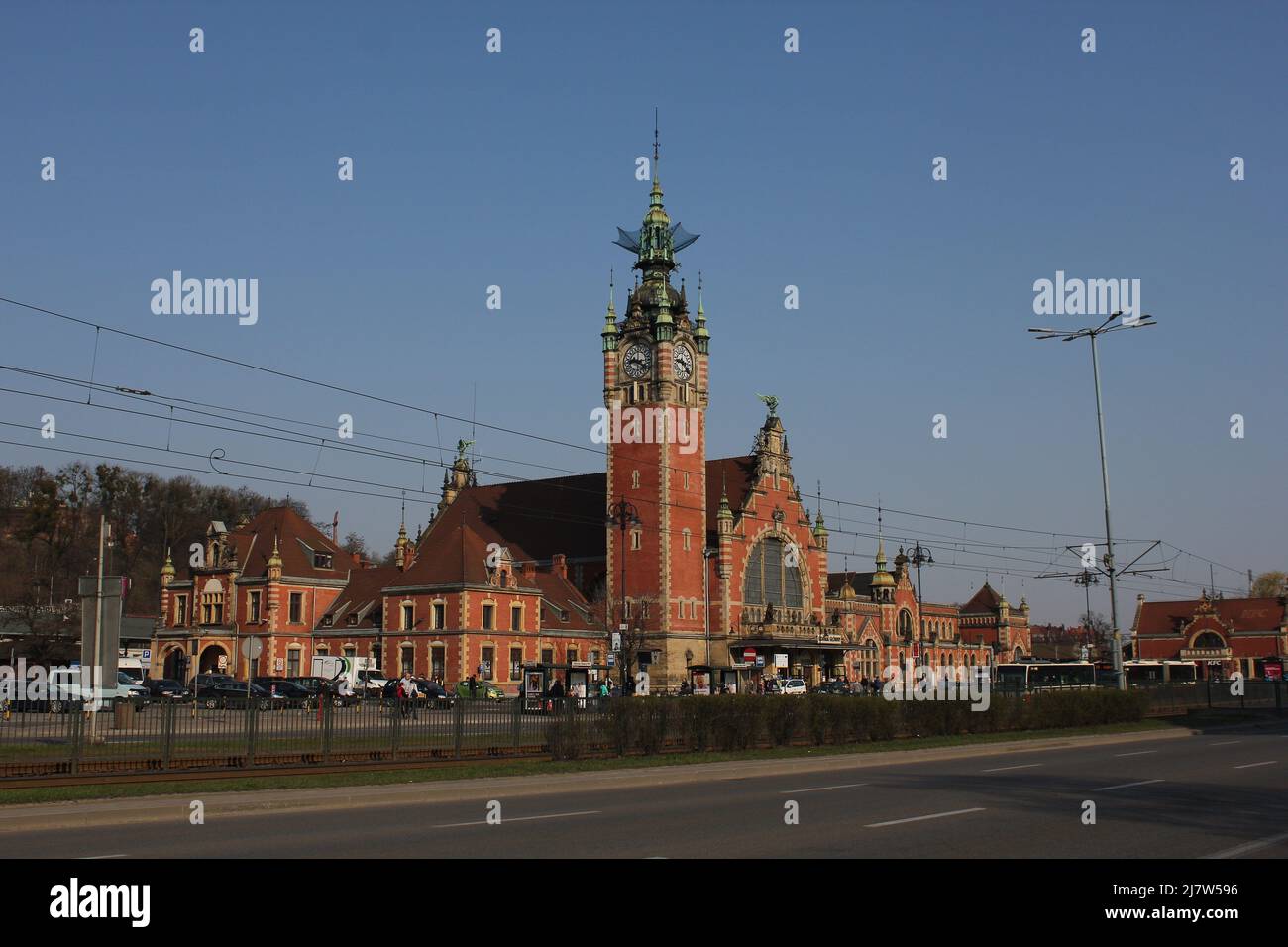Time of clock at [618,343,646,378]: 9:20
